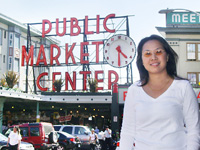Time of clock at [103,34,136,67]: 4:30
